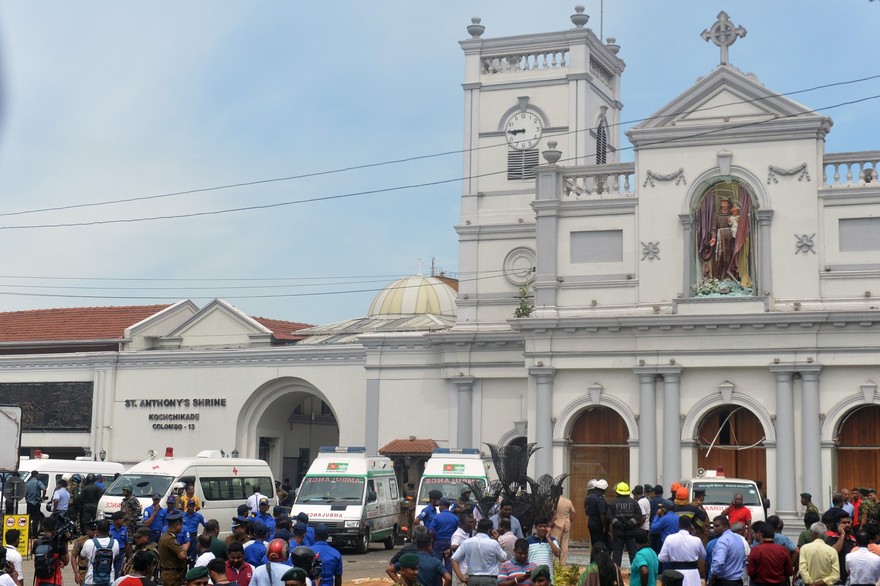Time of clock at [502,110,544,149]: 8:45
